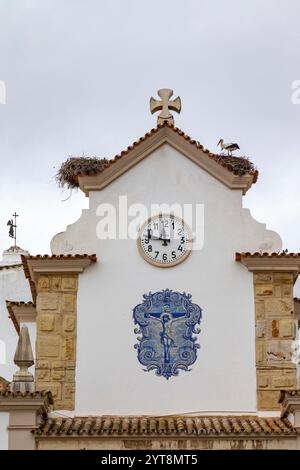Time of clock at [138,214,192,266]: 11:47
